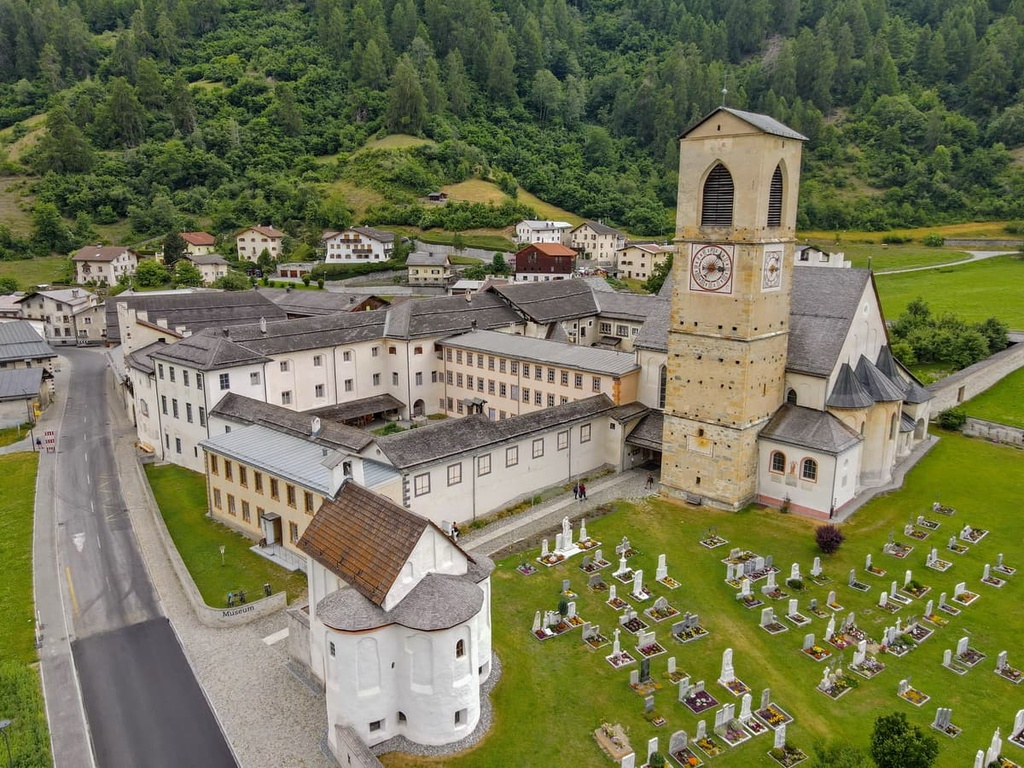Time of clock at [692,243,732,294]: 3:04
